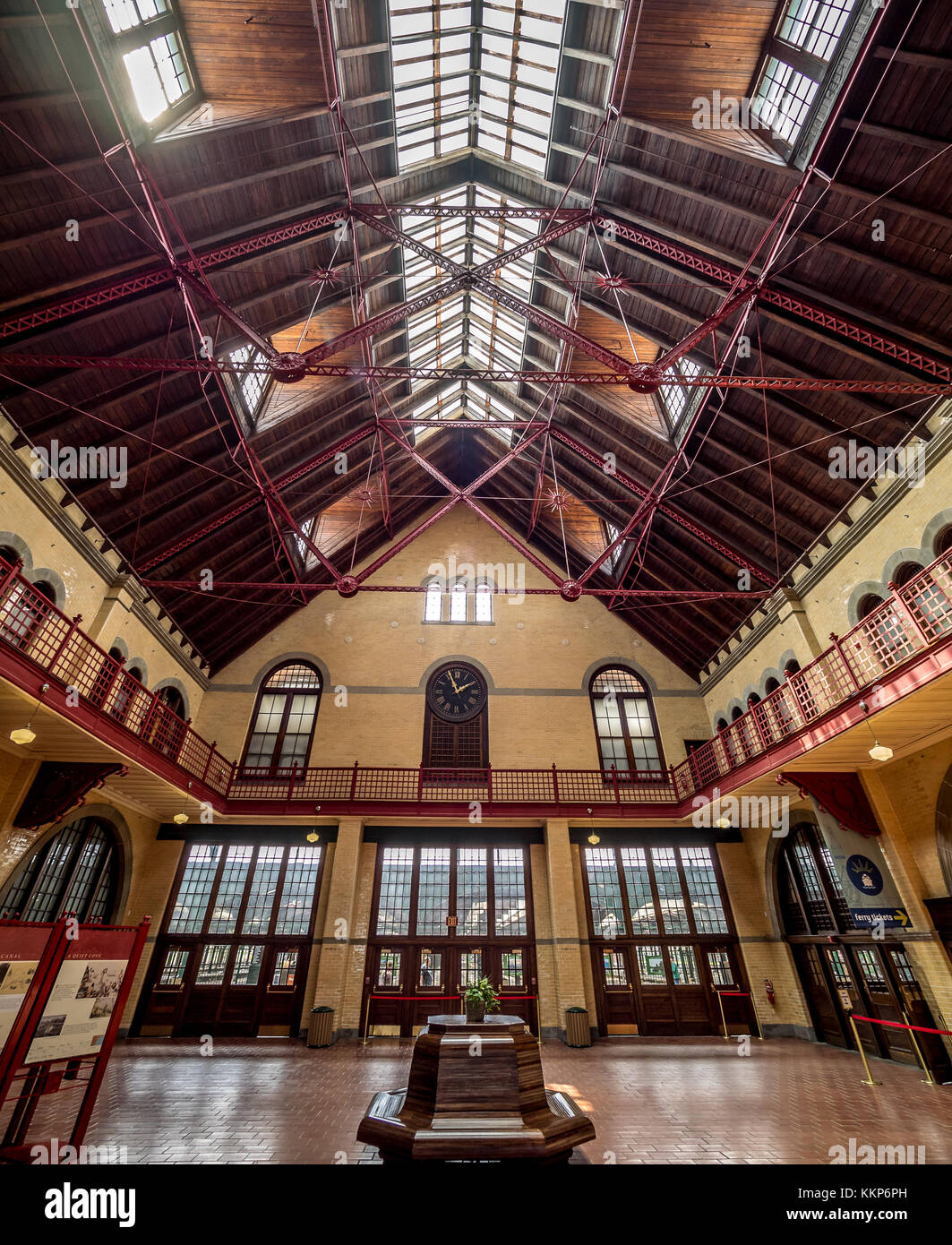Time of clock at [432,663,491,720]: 1:56
